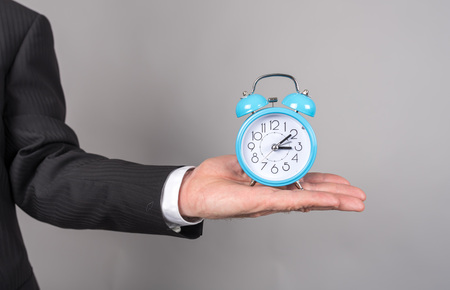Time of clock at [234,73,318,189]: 3:09
